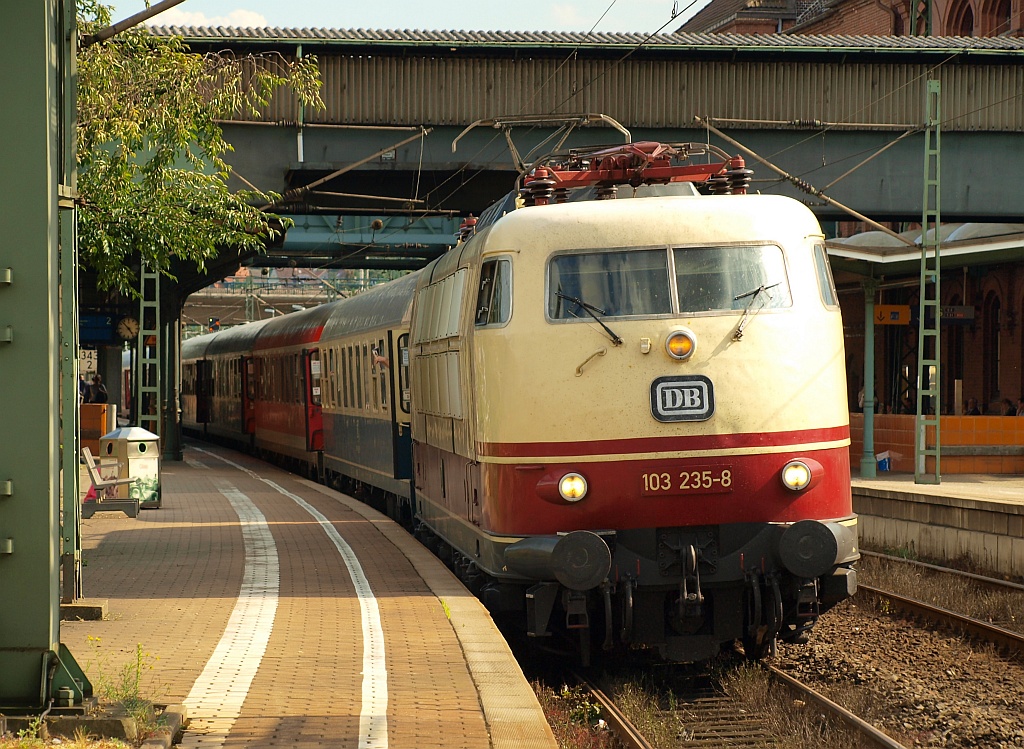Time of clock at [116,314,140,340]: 4:52
